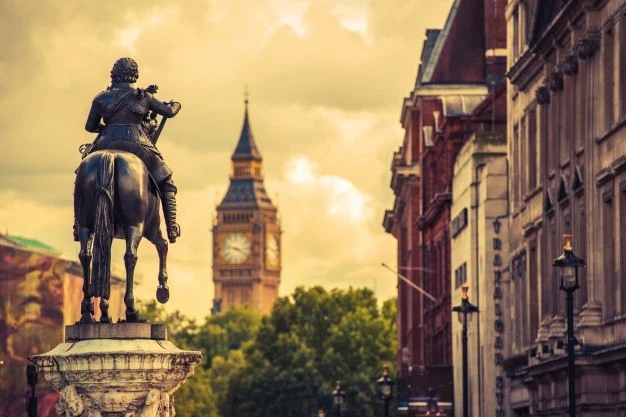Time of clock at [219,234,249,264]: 3:47
